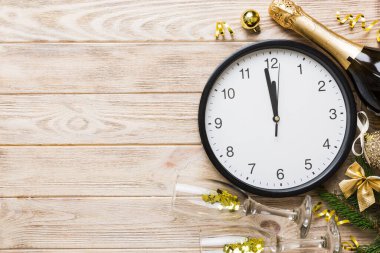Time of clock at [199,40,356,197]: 11:58
